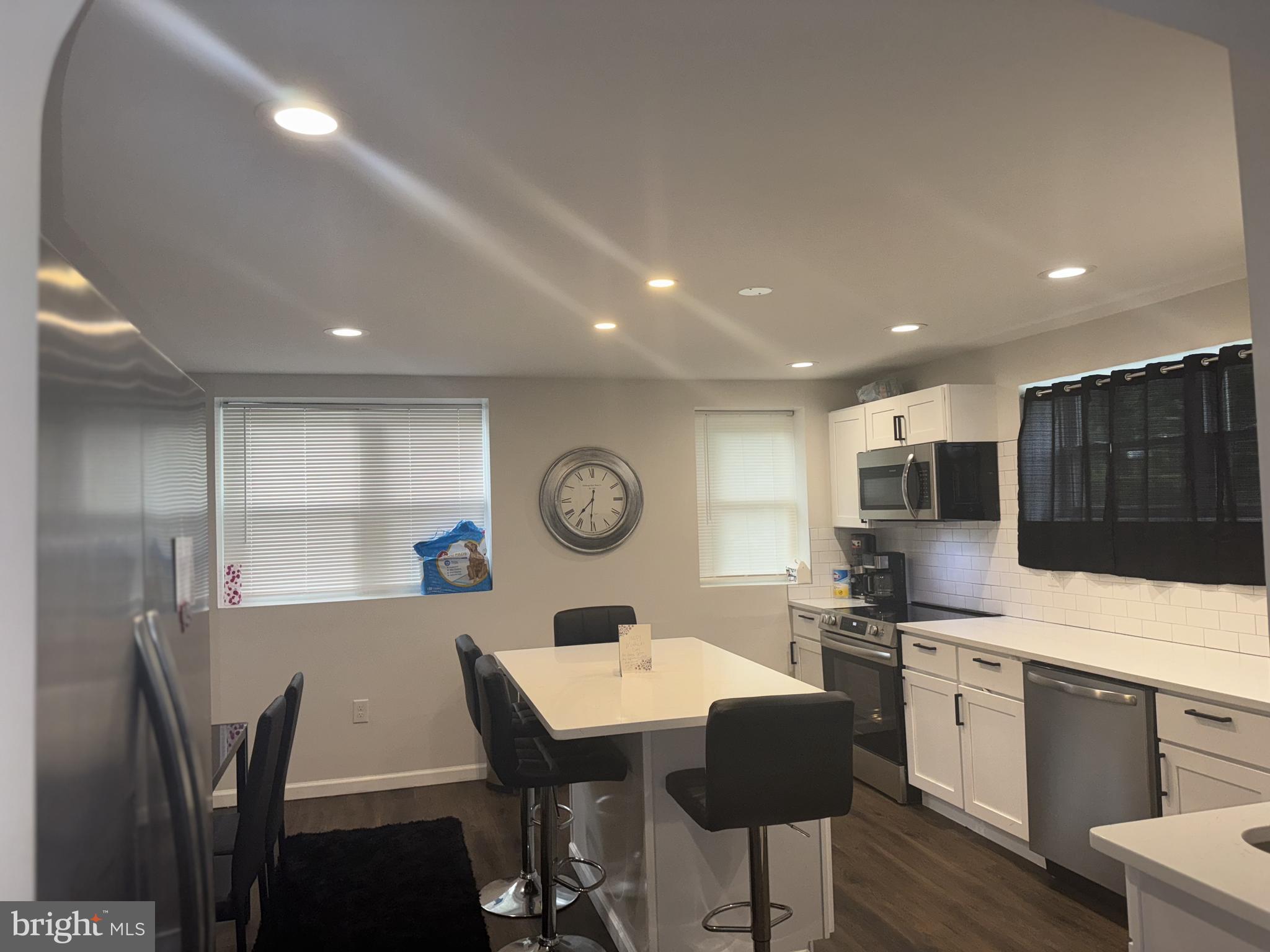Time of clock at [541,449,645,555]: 7:31
